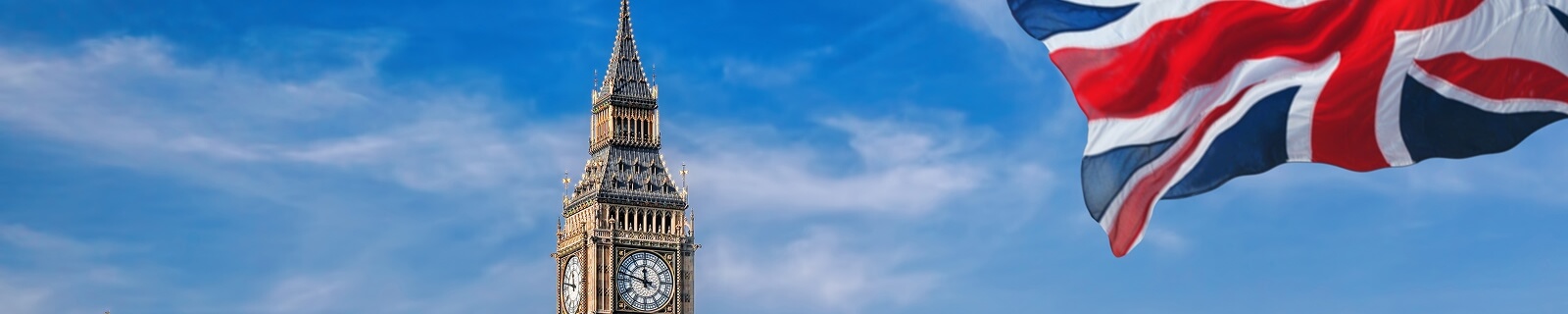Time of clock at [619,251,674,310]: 11:47
